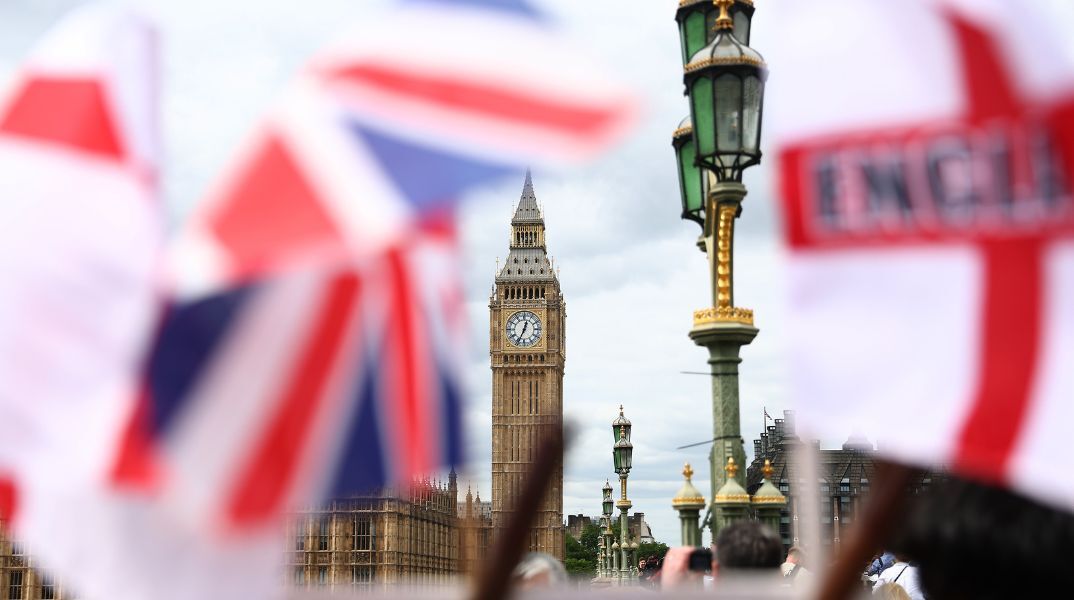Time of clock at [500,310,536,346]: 12:34
